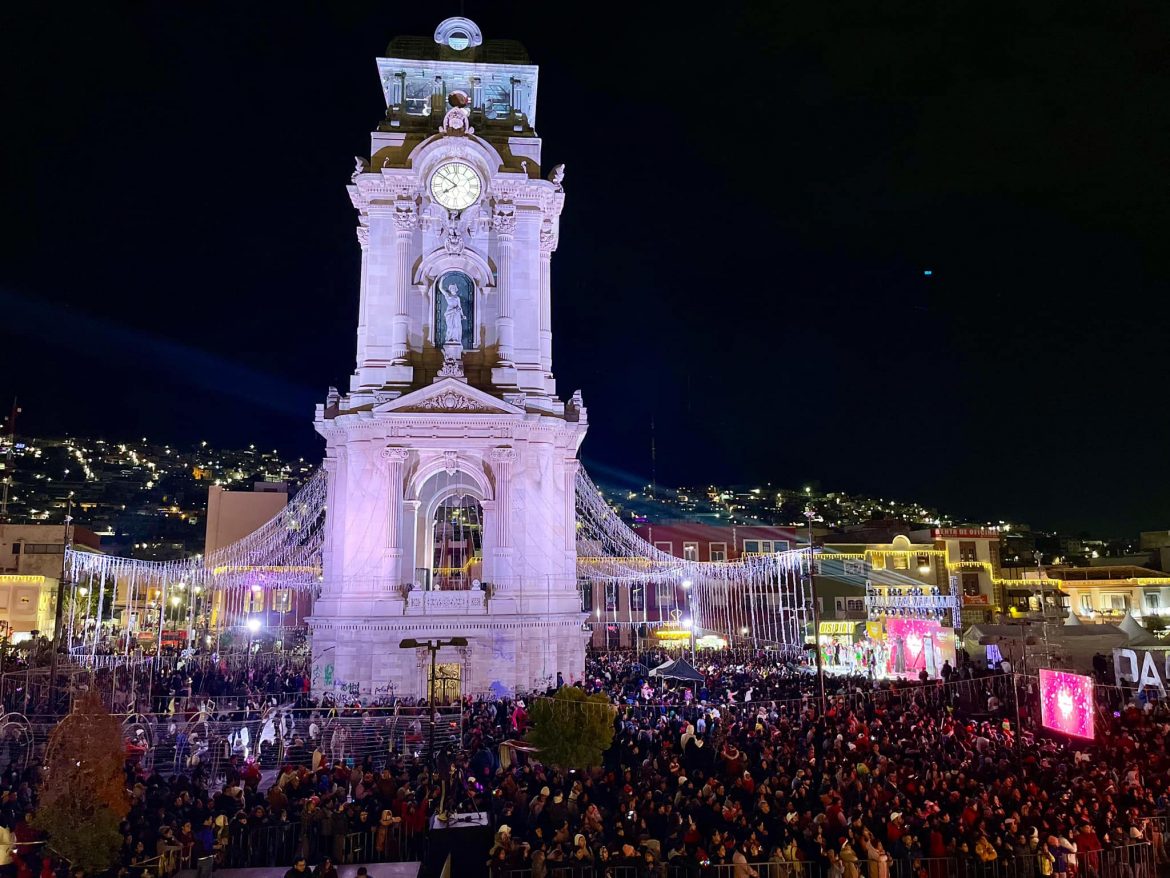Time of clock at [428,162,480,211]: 7:50
